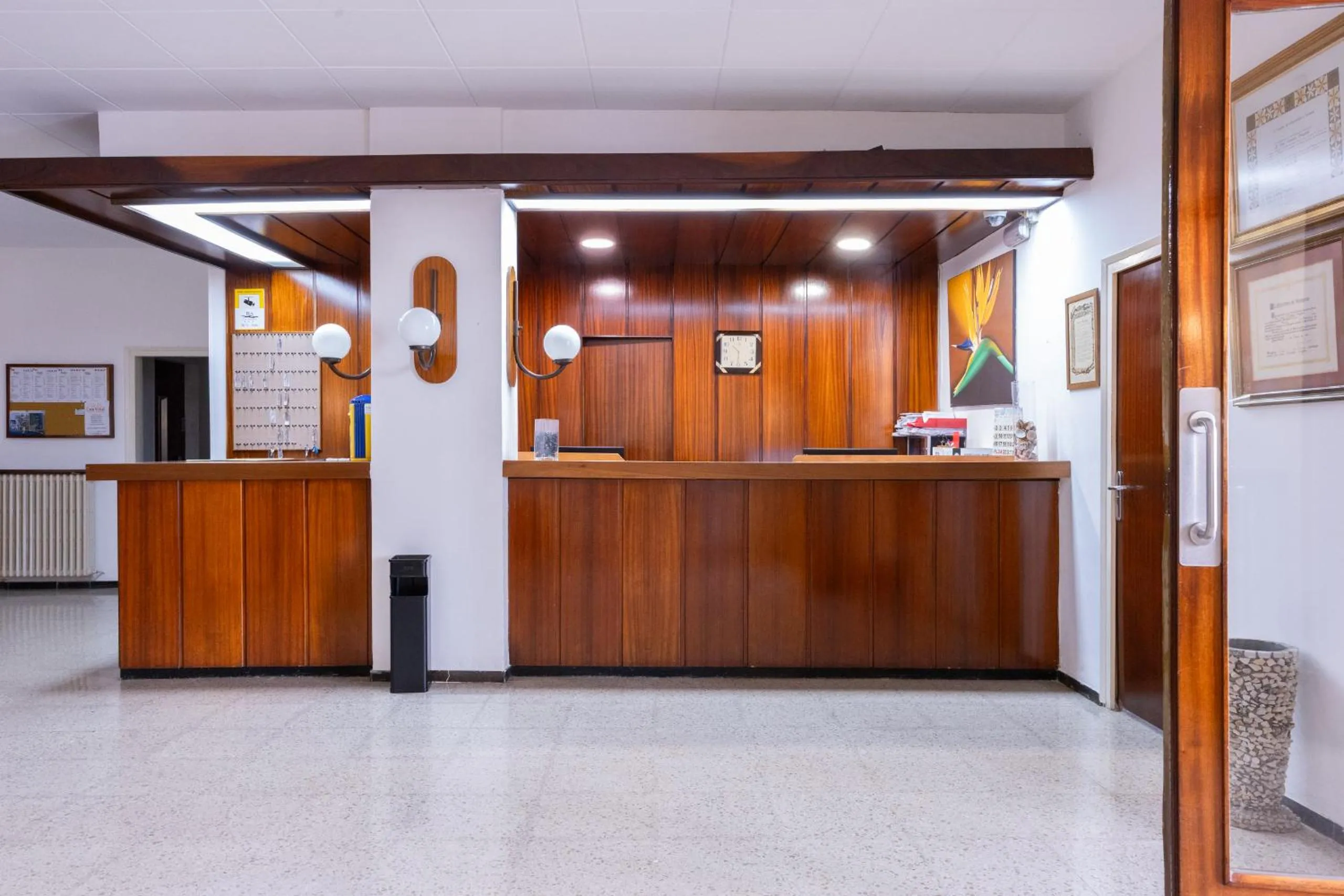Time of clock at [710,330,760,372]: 10:30
